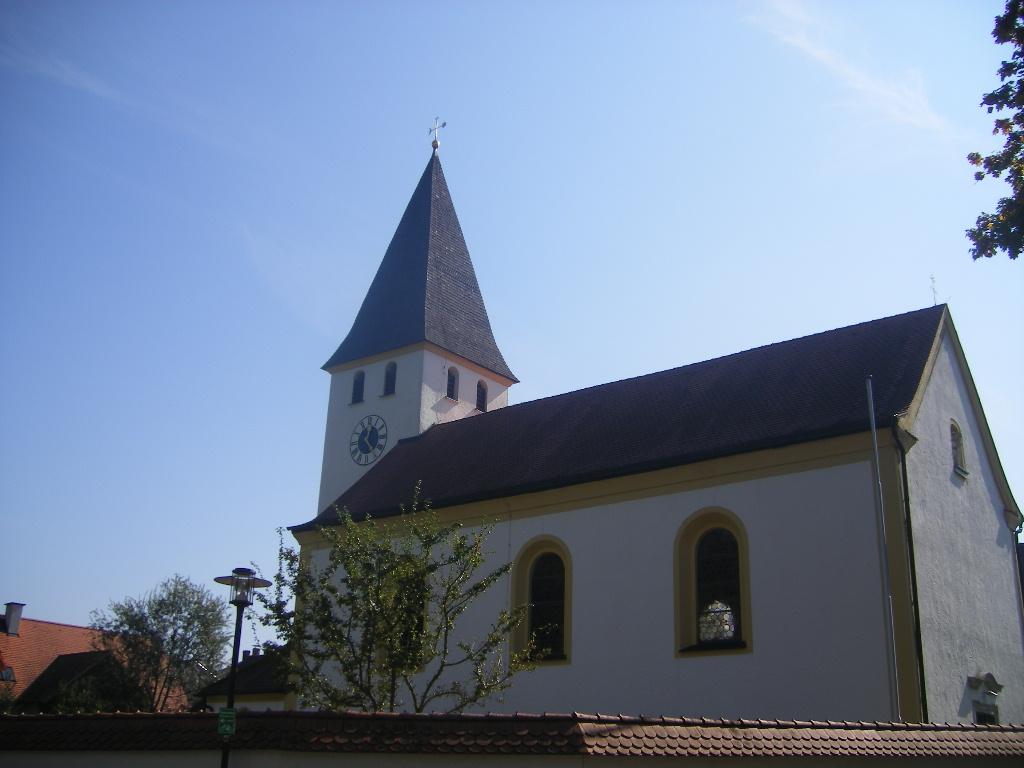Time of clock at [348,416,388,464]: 12:23
